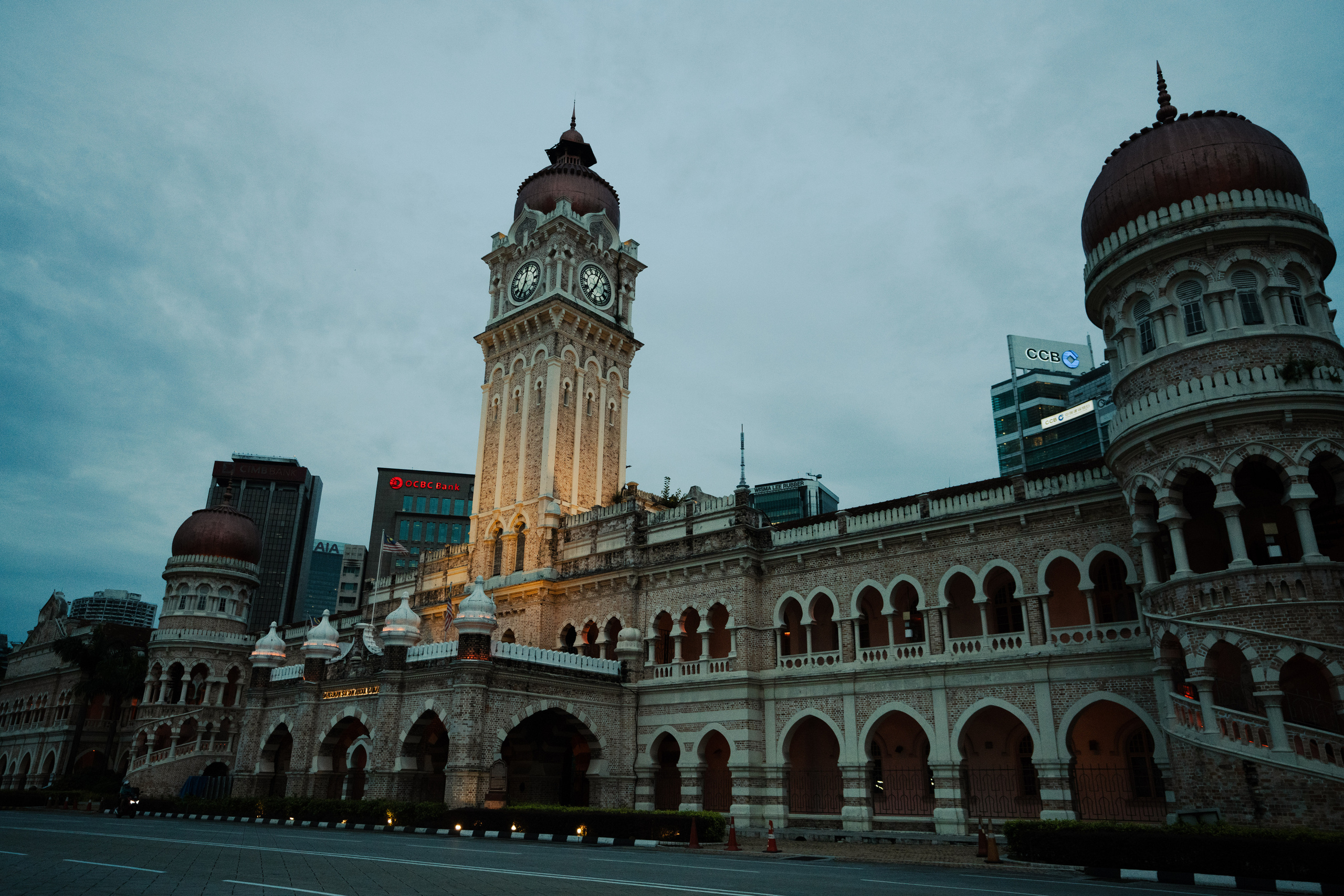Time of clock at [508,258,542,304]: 7:01
